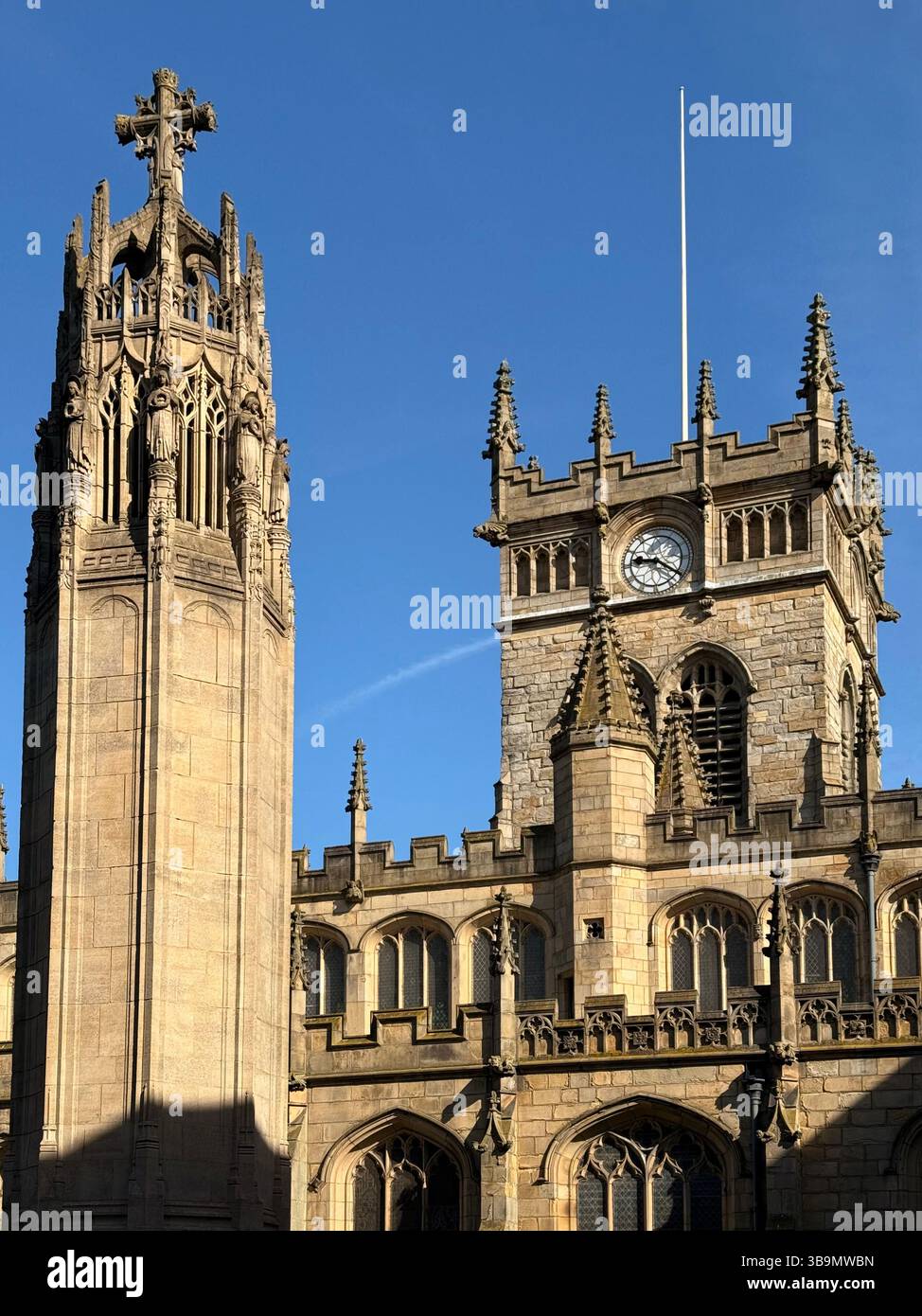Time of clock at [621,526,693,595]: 9:20
